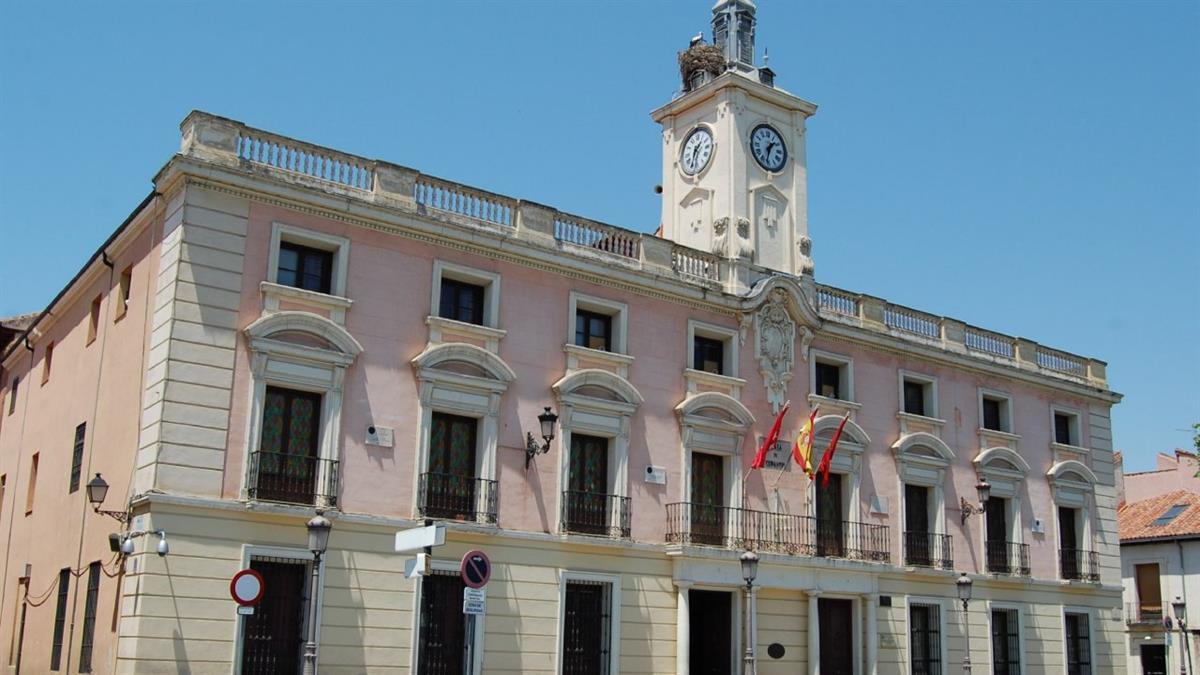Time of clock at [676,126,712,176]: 1:32
